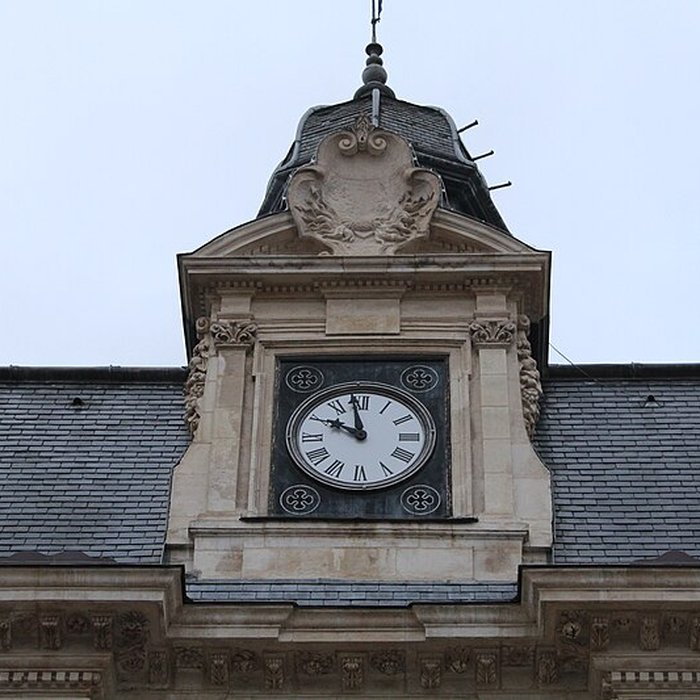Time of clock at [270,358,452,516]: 9:58
